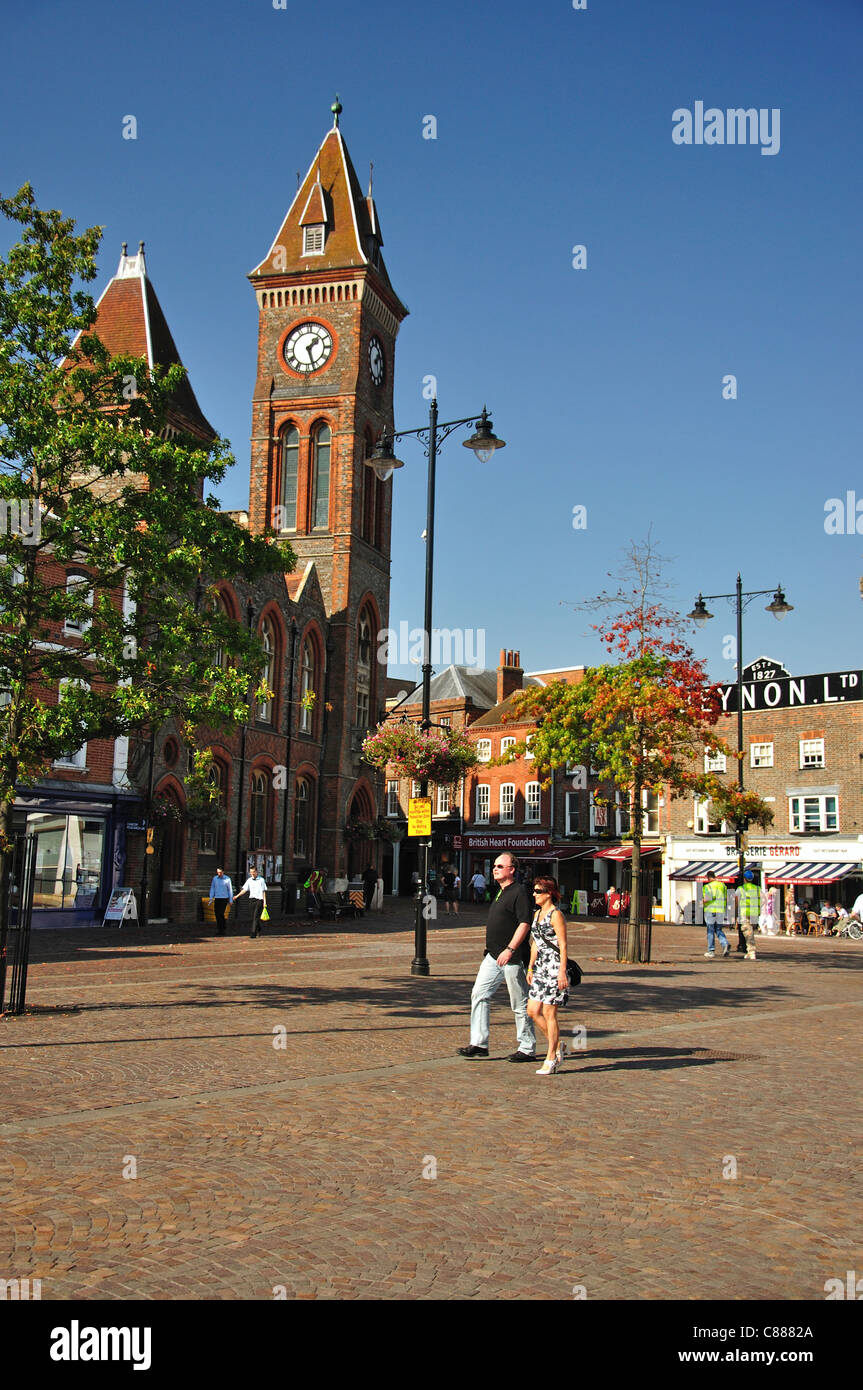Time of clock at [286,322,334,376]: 1:26
